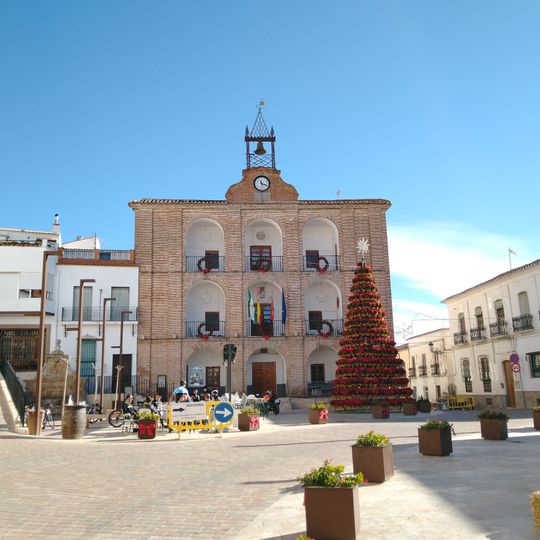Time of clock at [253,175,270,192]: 11:18
